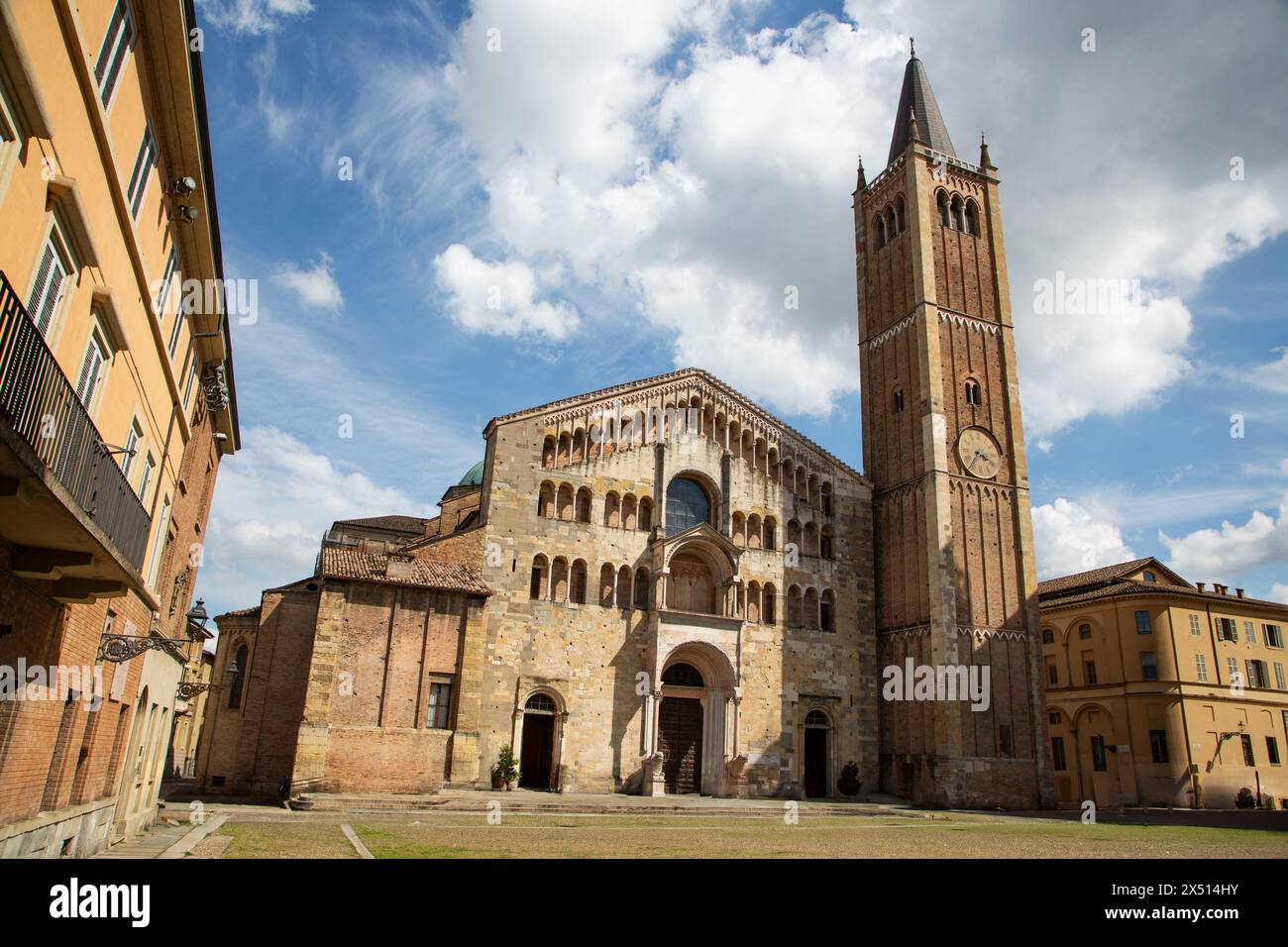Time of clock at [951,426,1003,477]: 3:36
